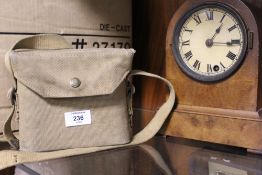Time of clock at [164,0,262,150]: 1:15
